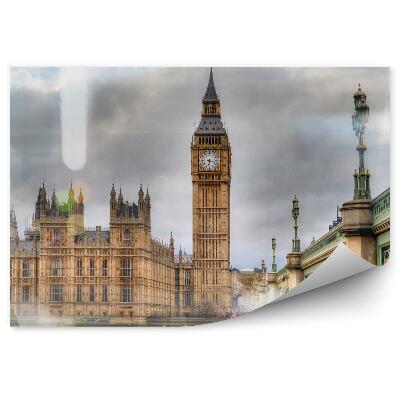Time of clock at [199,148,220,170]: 6:16
